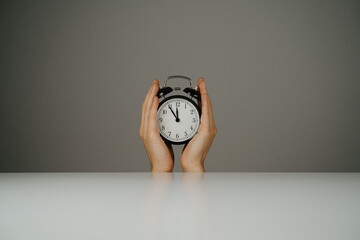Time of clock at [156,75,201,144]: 11:54
